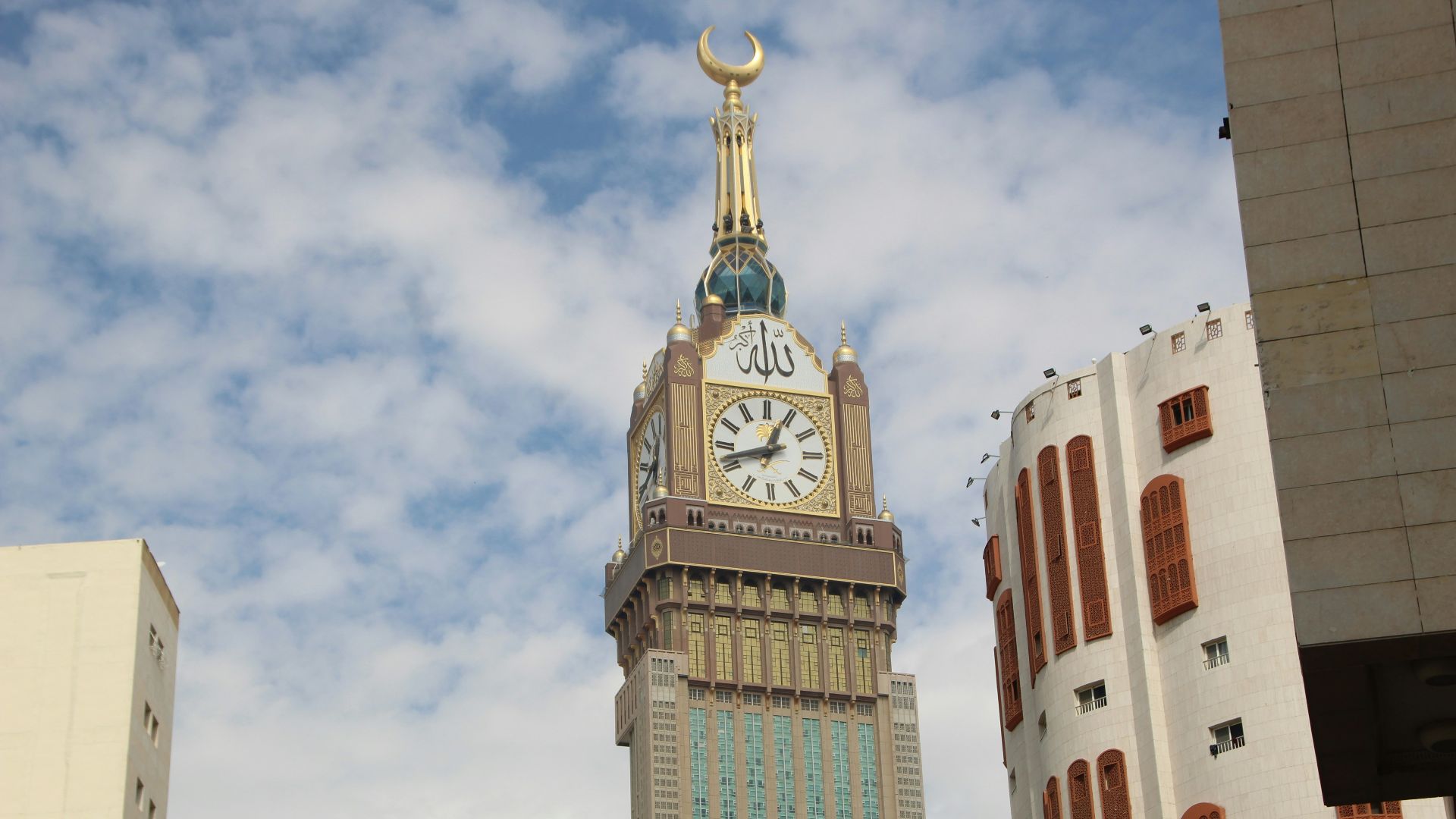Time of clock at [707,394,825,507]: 12:42
